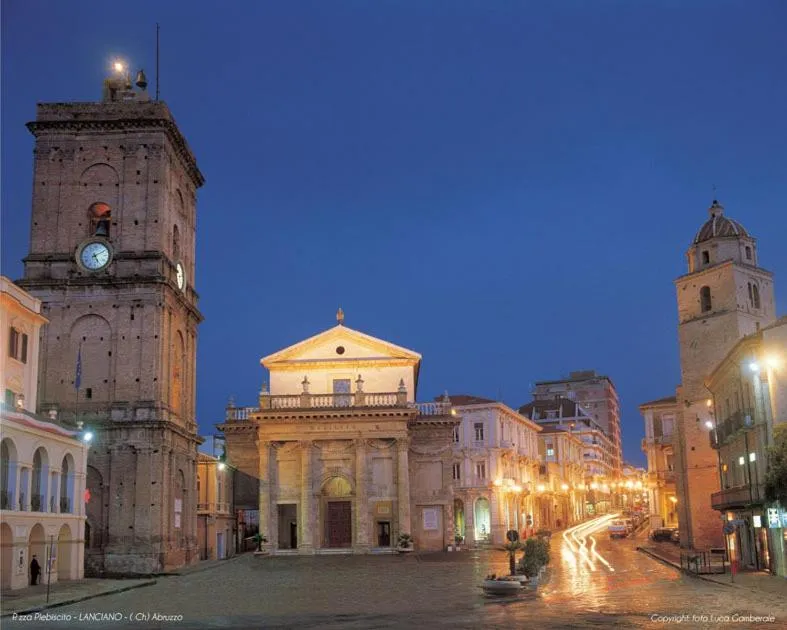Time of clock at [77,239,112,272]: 5:10
